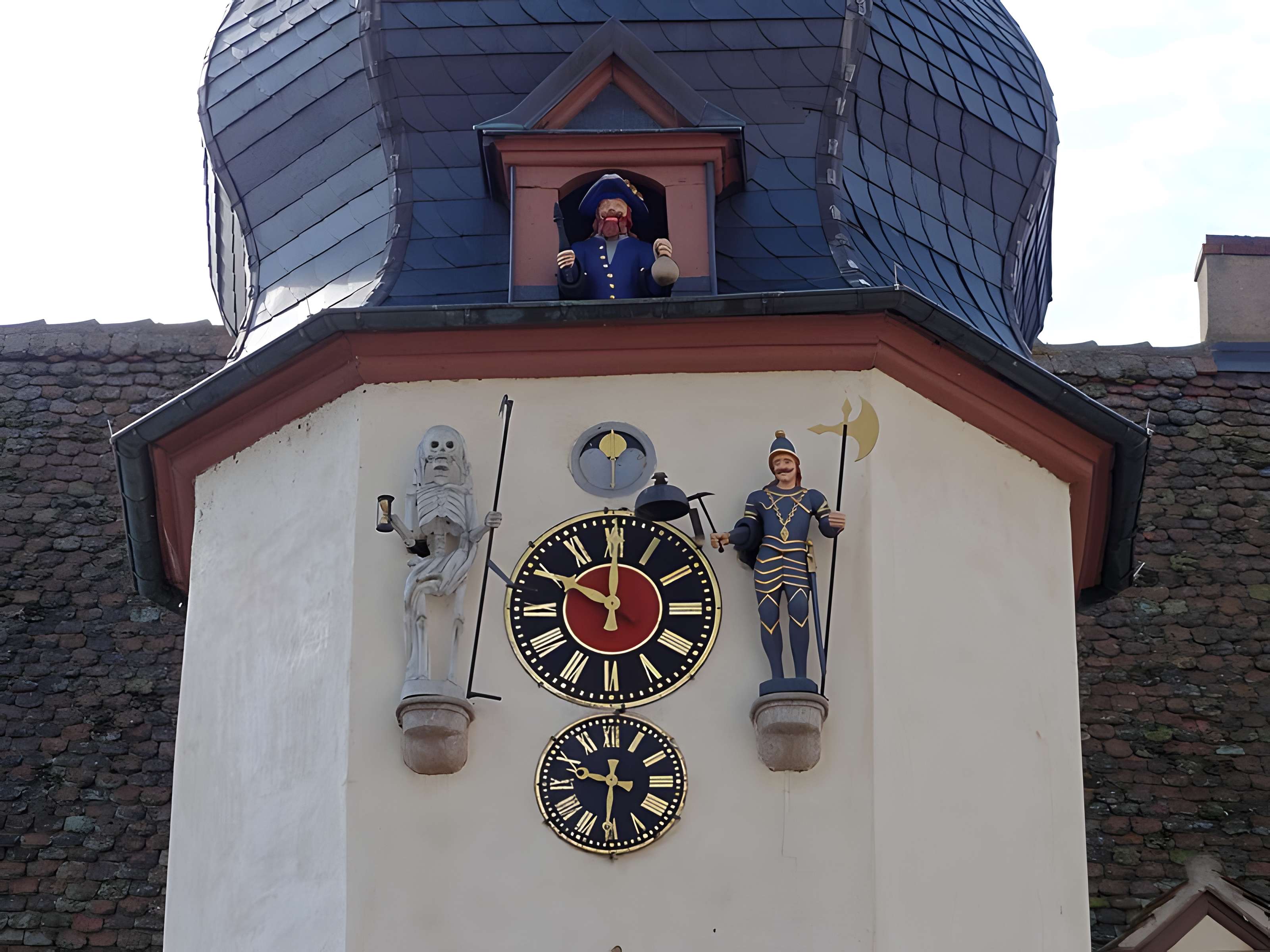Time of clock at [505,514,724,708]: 10:00
